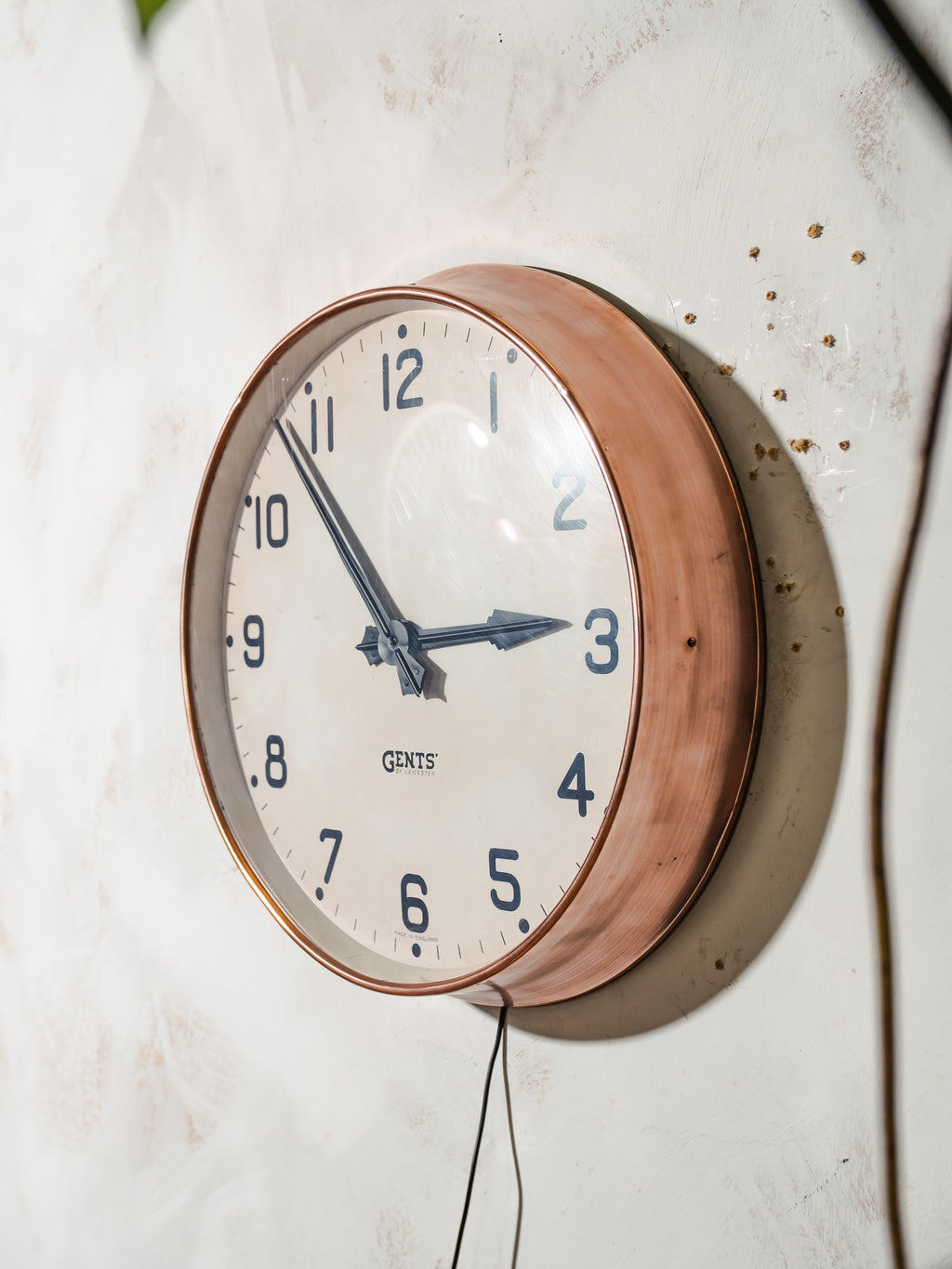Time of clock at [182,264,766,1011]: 2:53
